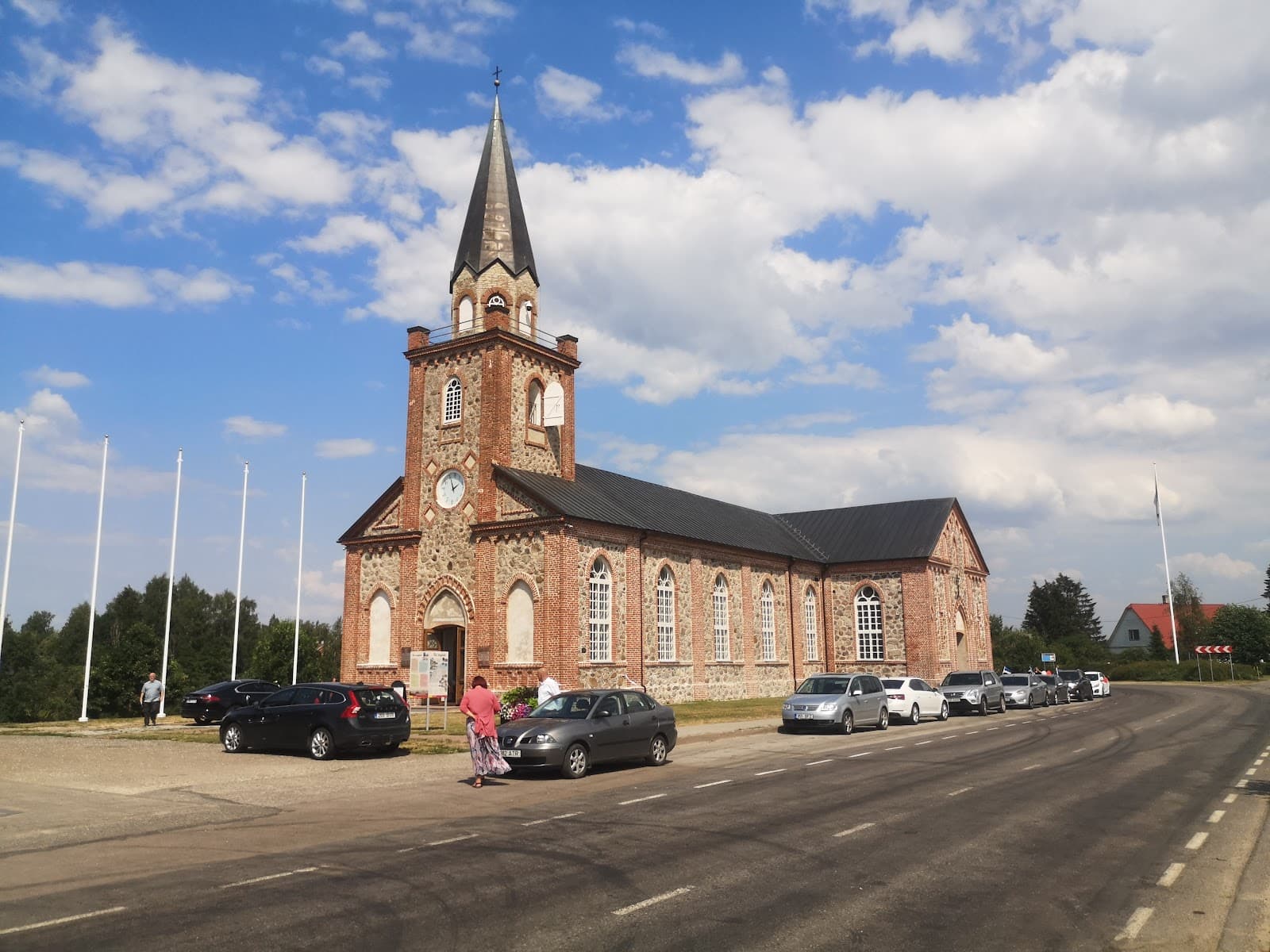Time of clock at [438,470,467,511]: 1:56
